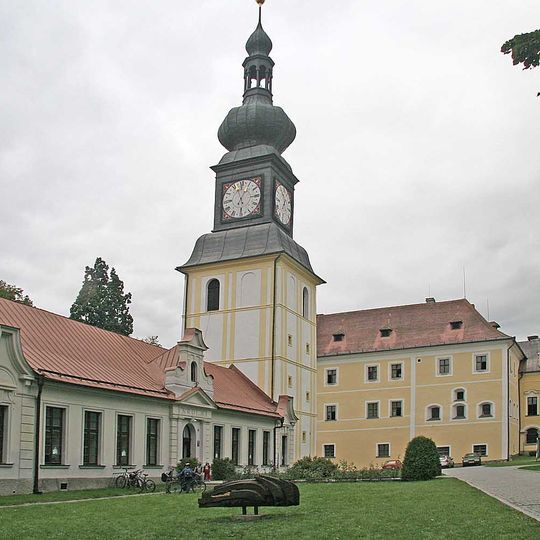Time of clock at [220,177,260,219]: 12:57
